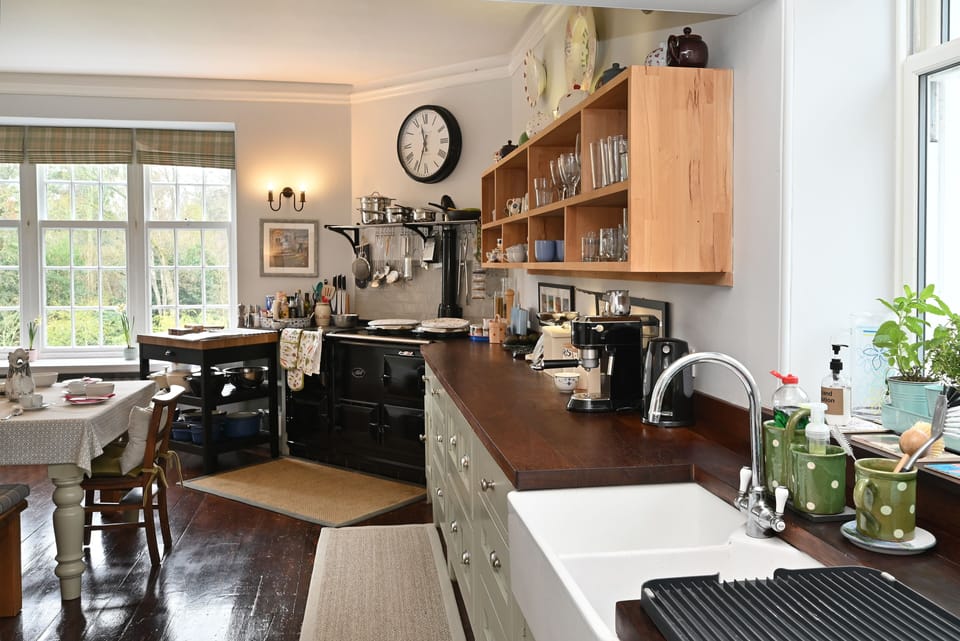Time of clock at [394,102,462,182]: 11:33
